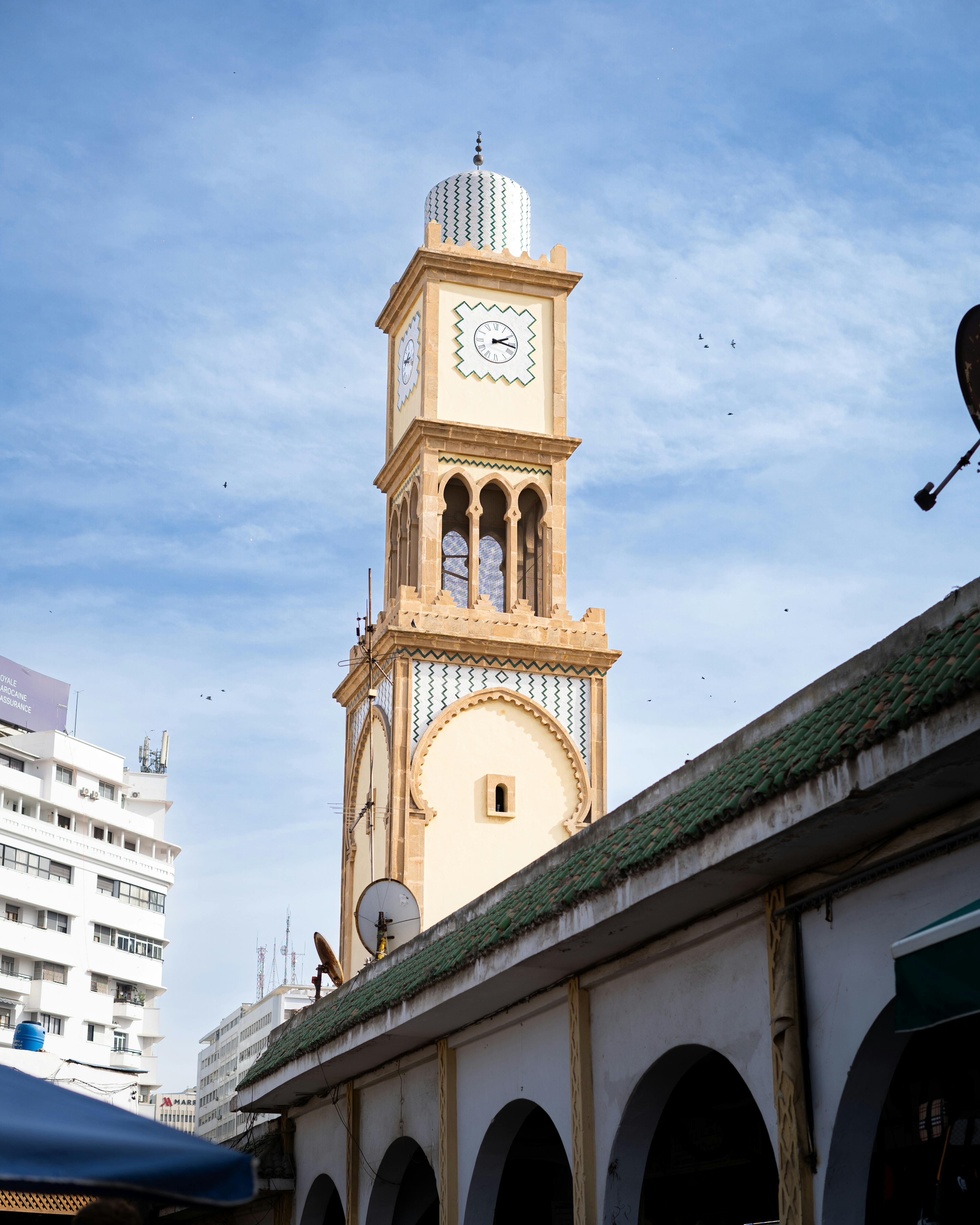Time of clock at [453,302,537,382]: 2:17
